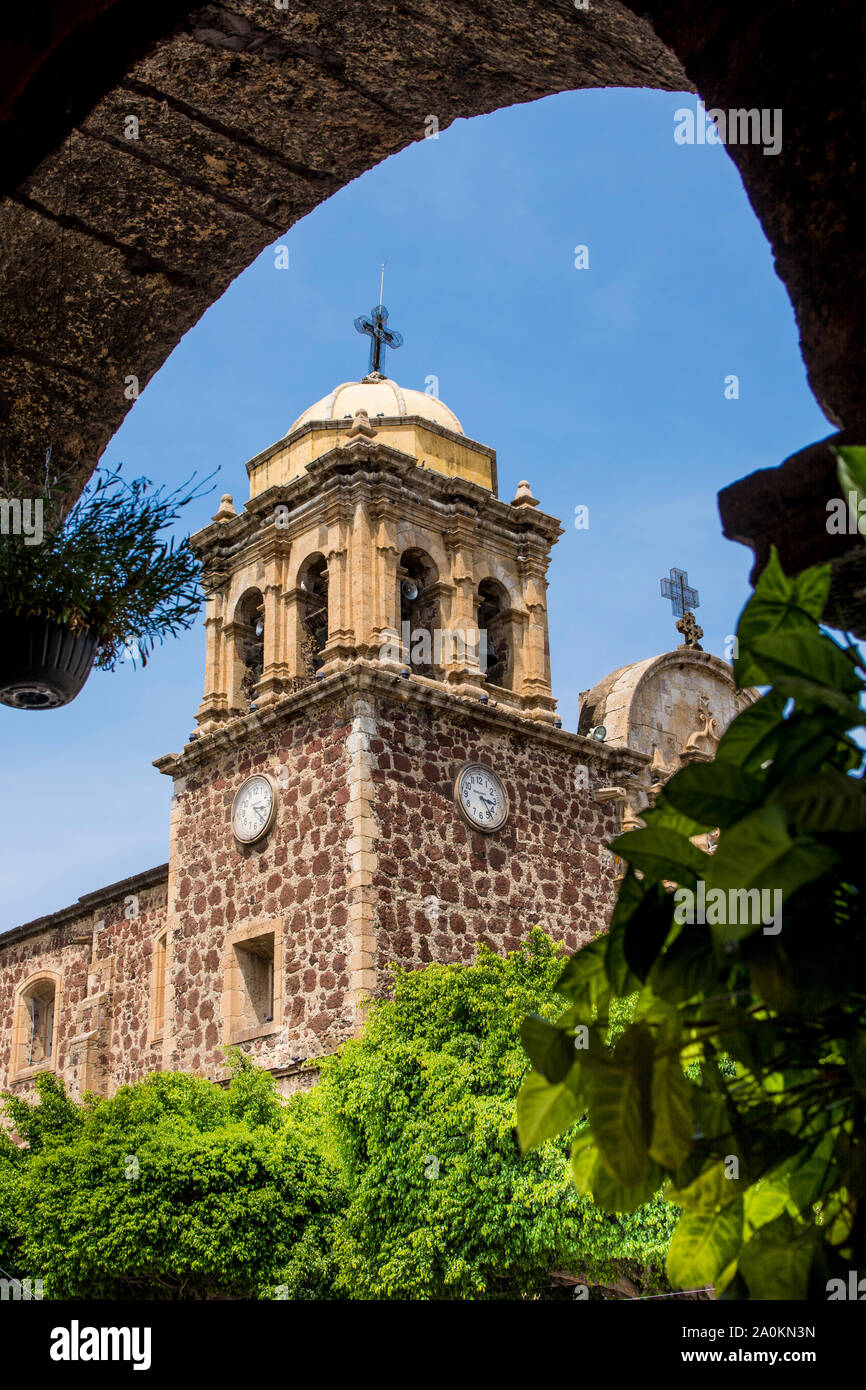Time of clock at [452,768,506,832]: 3:23
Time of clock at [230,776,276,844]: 3:22
